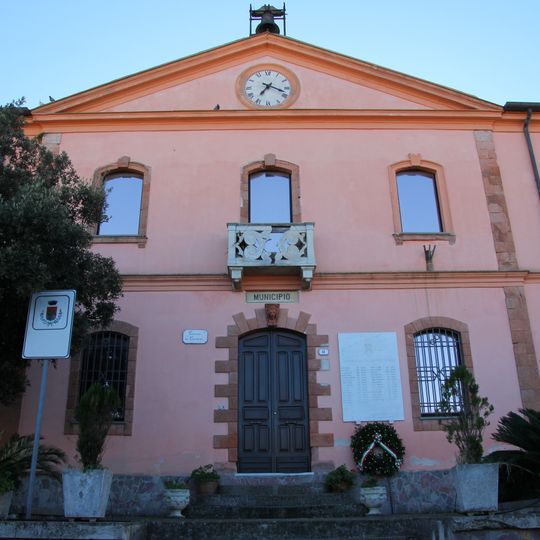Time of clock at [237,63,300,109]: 7:18
